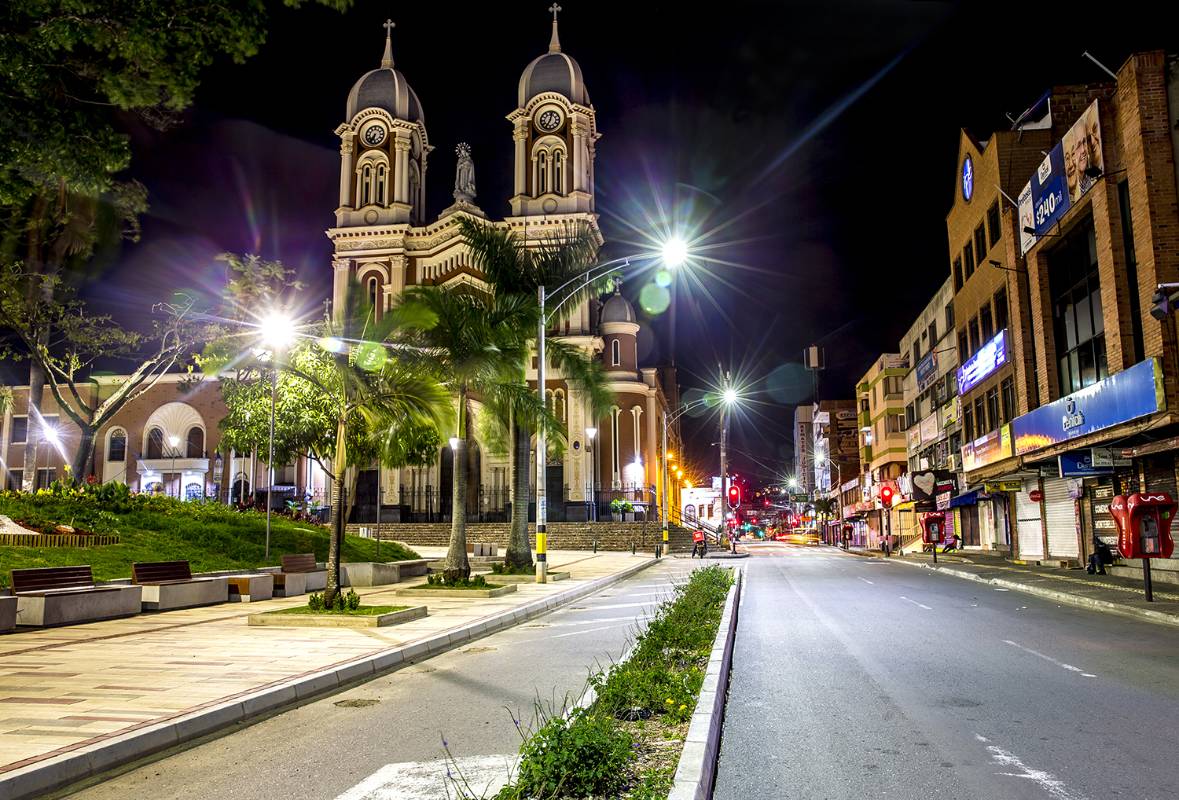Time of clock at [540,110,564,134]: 7:02
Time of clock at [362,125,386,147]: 6:36
